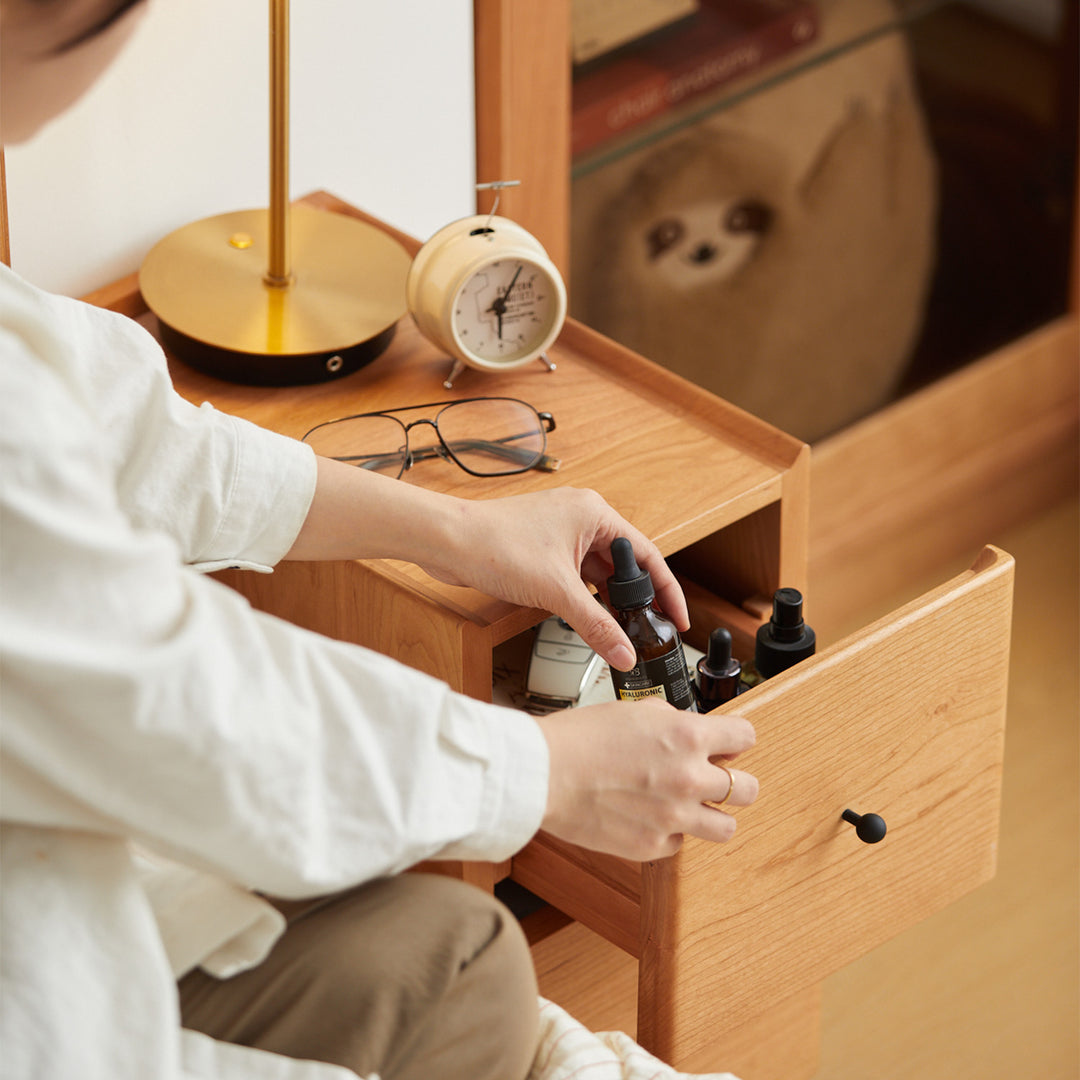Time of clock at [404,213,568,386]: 6:06
